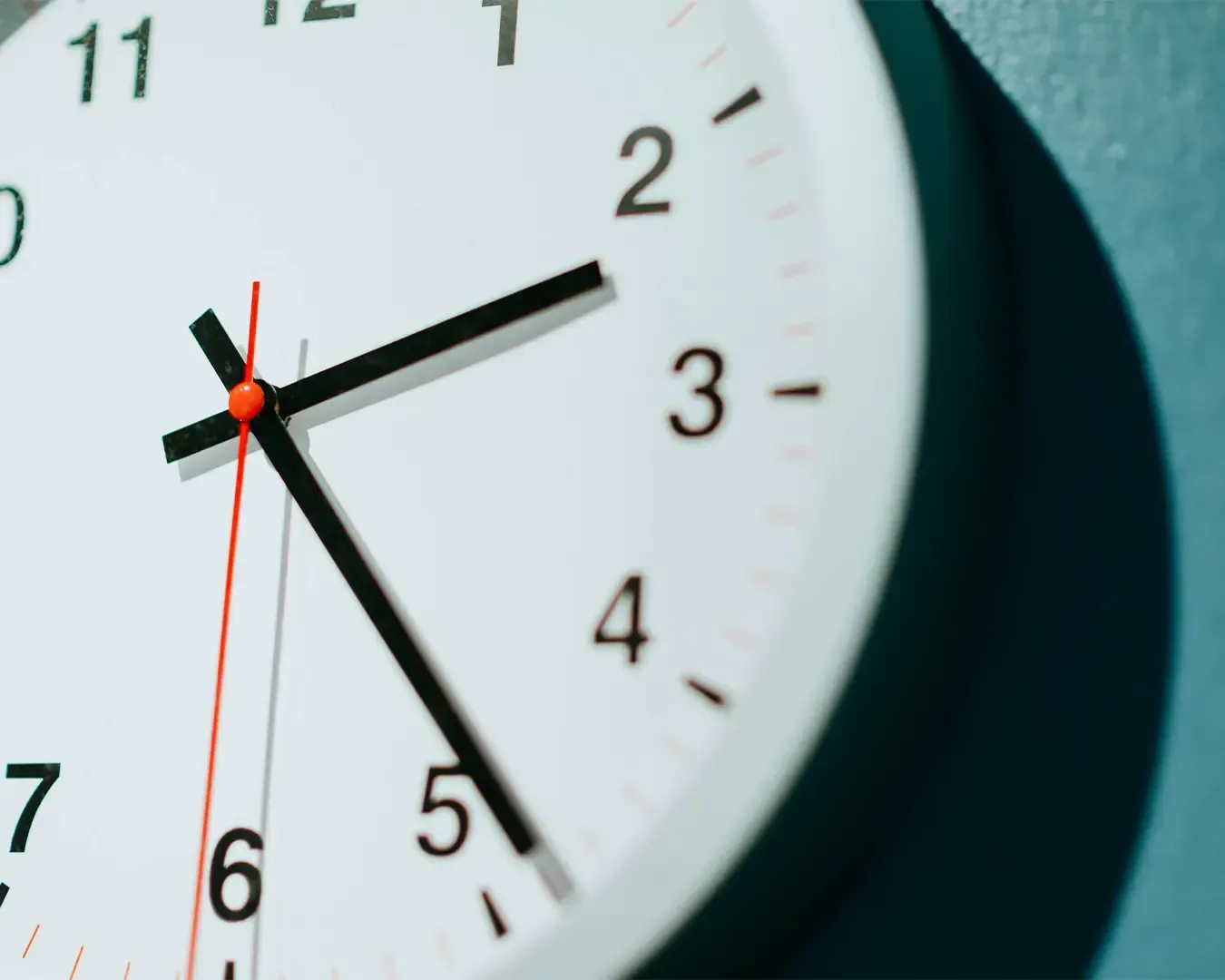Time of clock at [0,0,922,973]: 2:23
